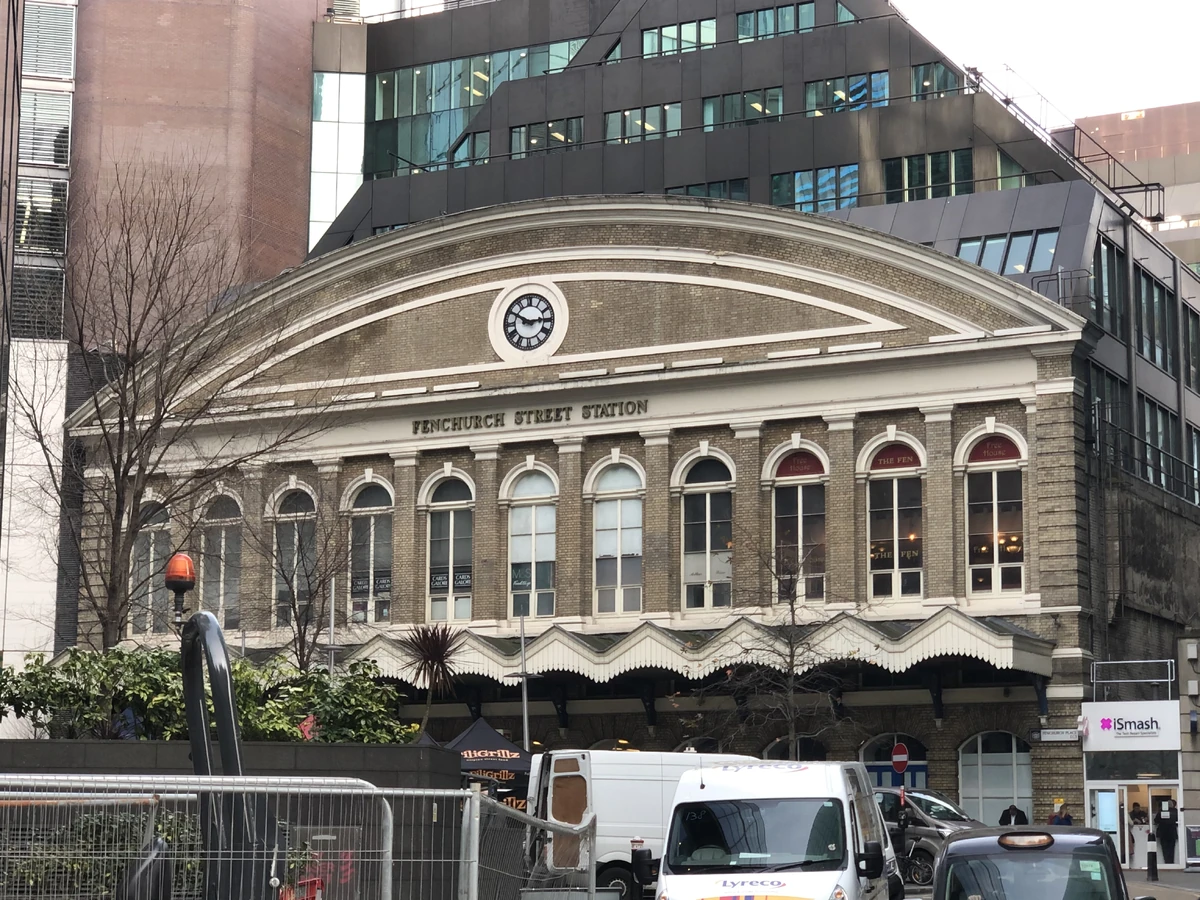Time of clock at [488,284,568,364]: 2:49
